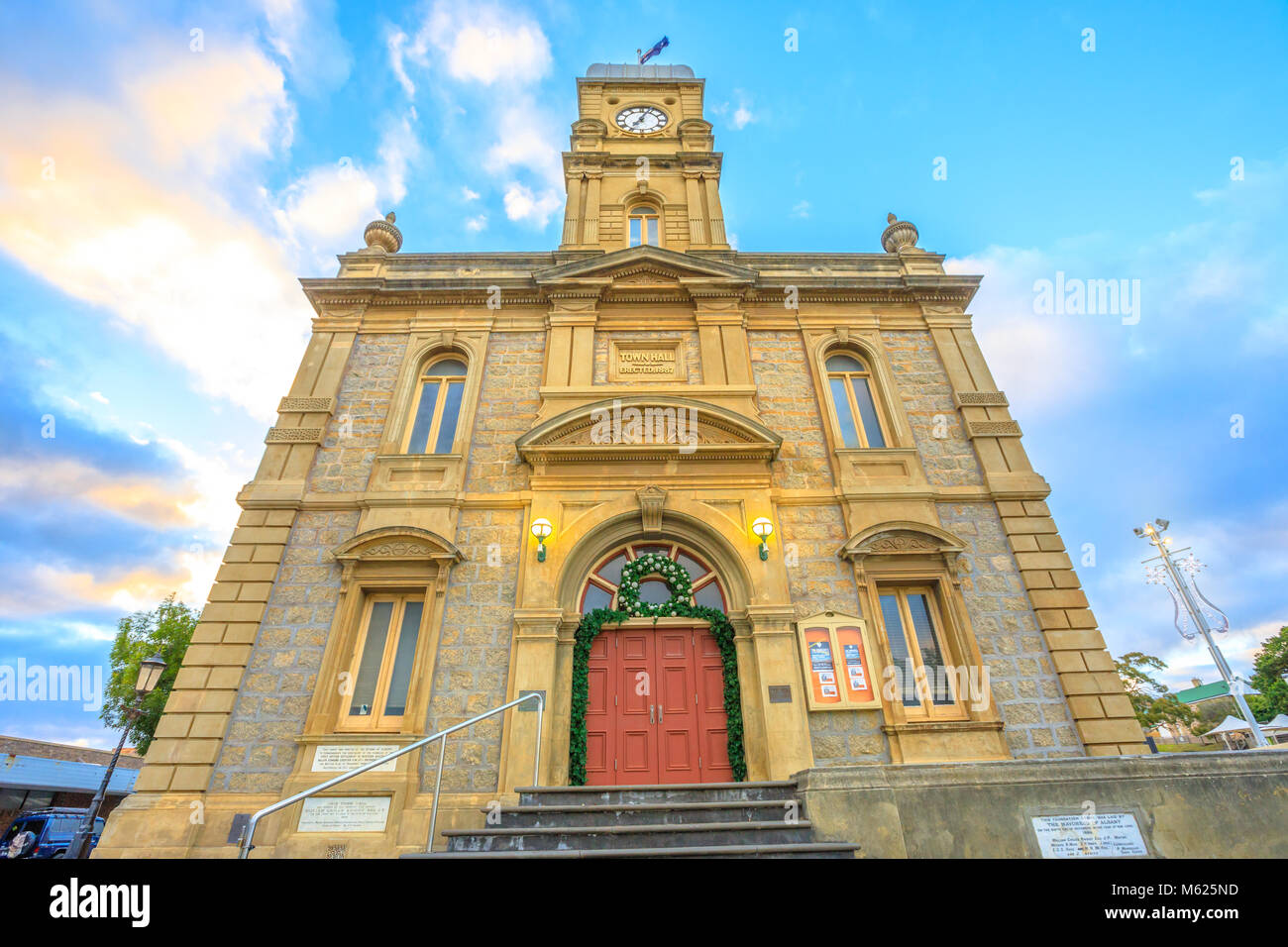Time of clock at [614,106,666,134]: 7:03
